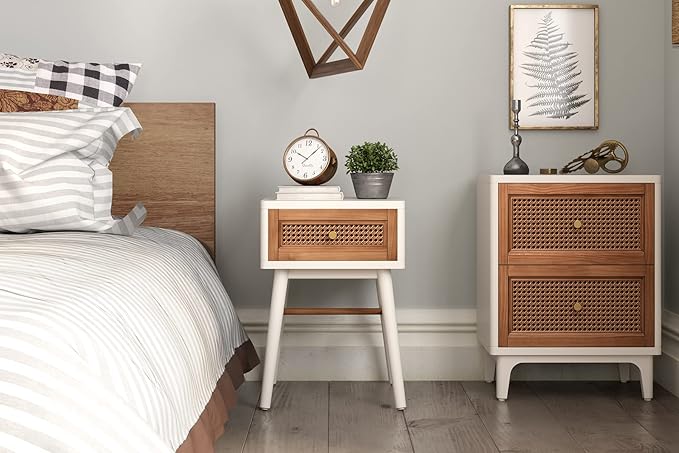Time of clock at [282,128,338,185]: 10:07
